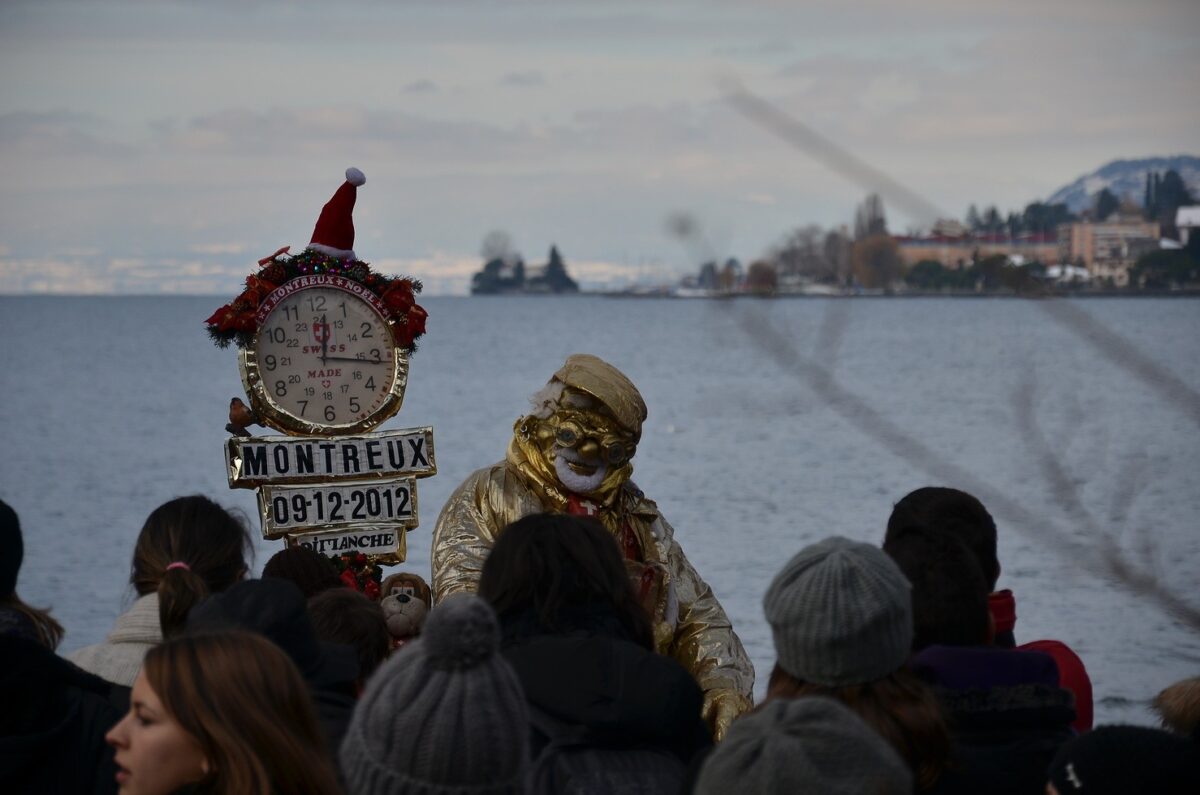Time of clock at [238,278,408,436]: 12:16
